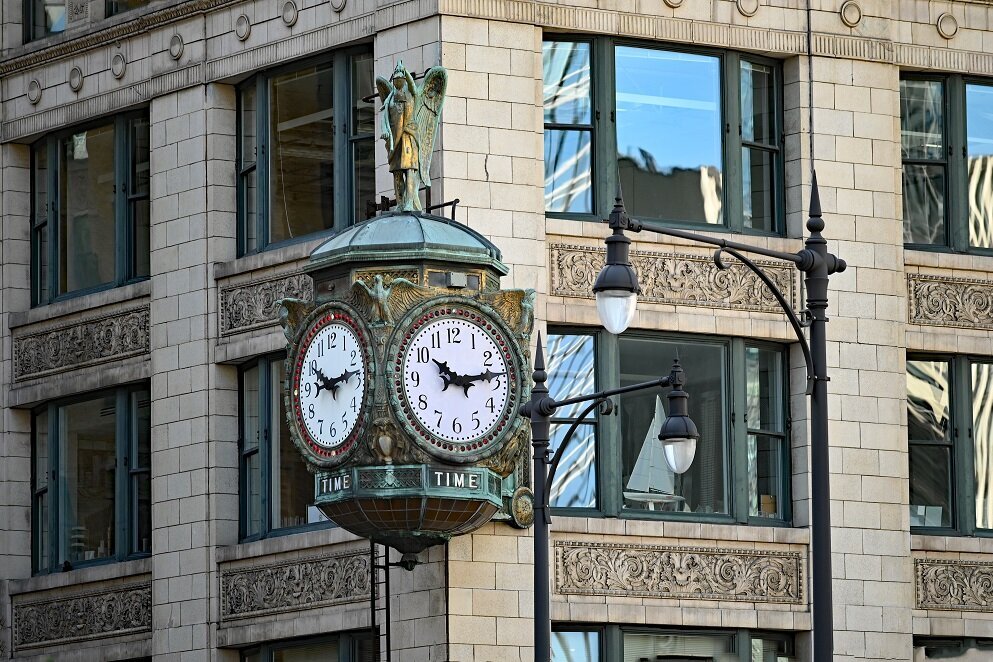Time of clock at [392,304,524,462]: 10:13
